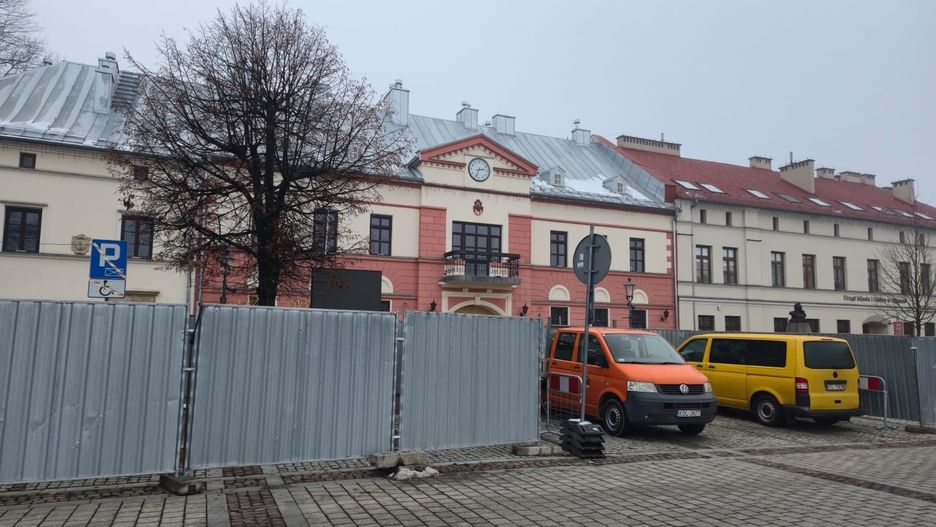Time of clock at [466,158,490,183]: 2:34
